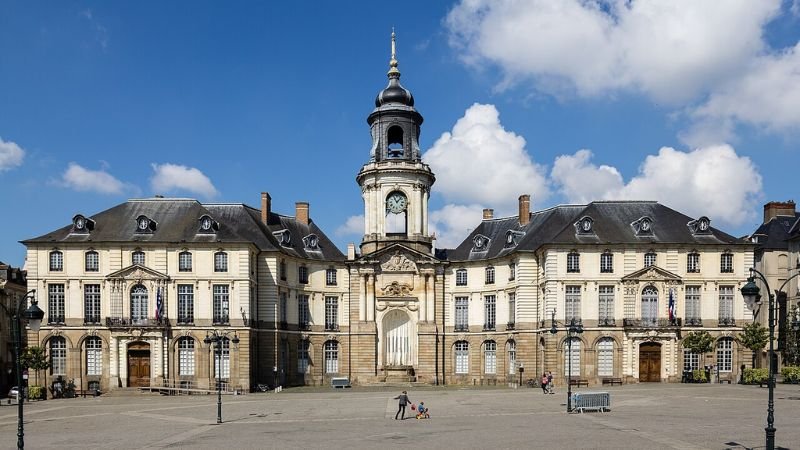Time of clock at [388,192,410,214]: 11:07
